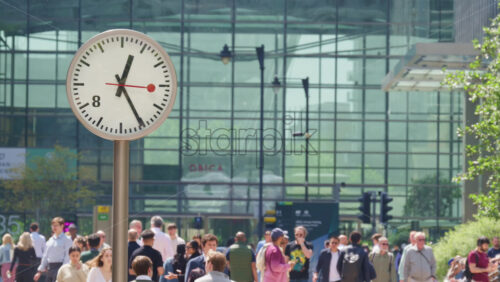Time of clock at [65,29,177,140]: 12:25
